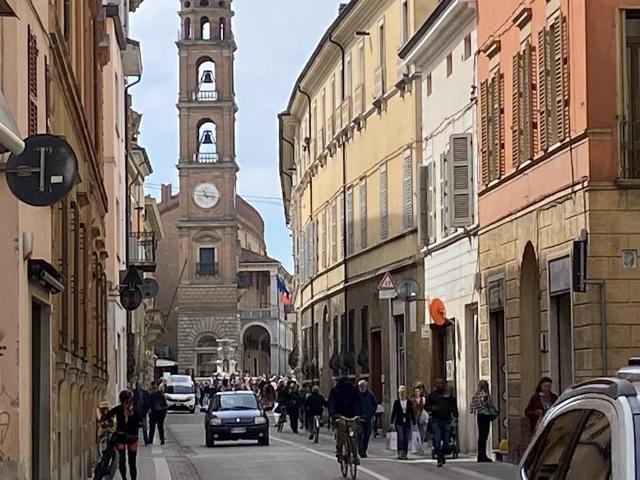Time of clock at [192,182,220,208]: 11:16
